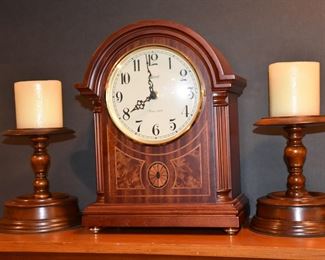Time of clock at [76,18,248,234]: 7:59
